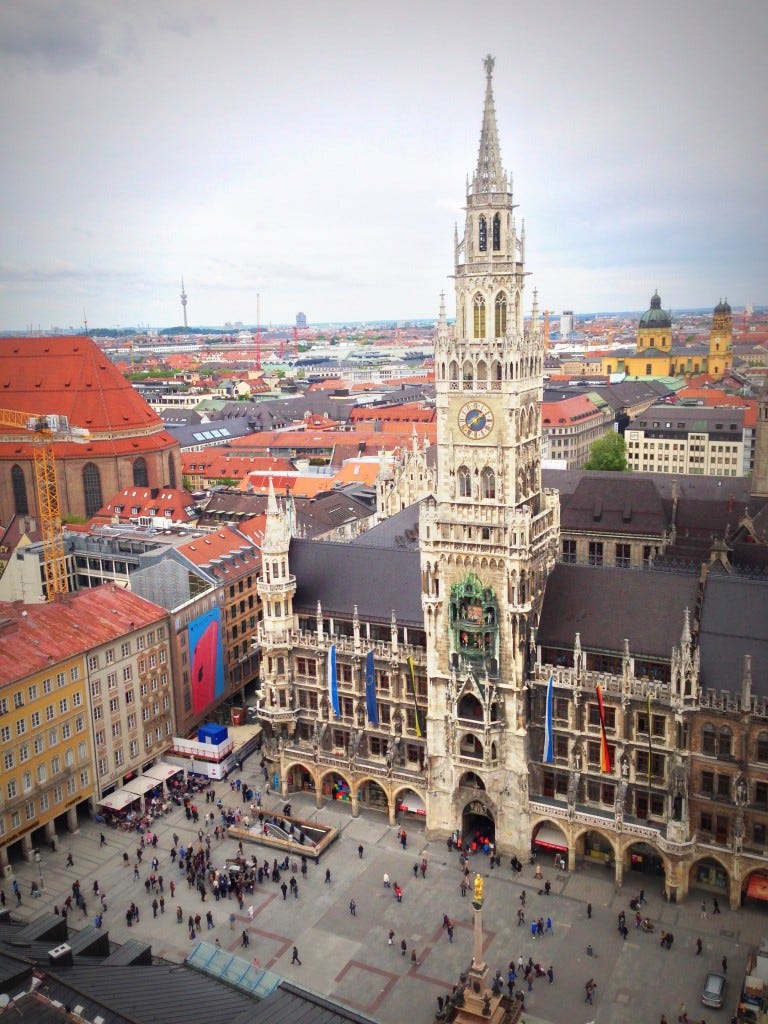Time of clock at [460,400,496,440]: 7:09
